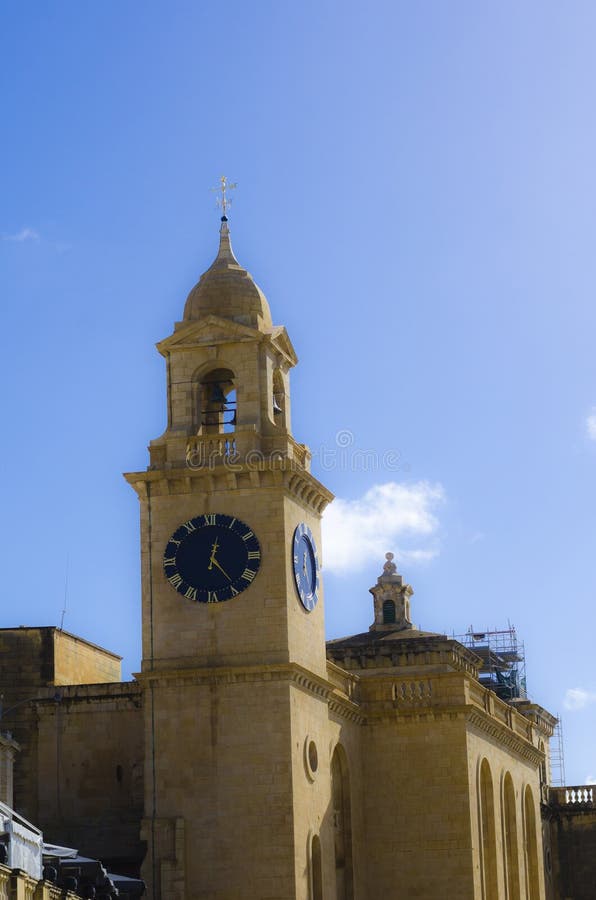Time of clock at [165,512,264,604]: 12:24
